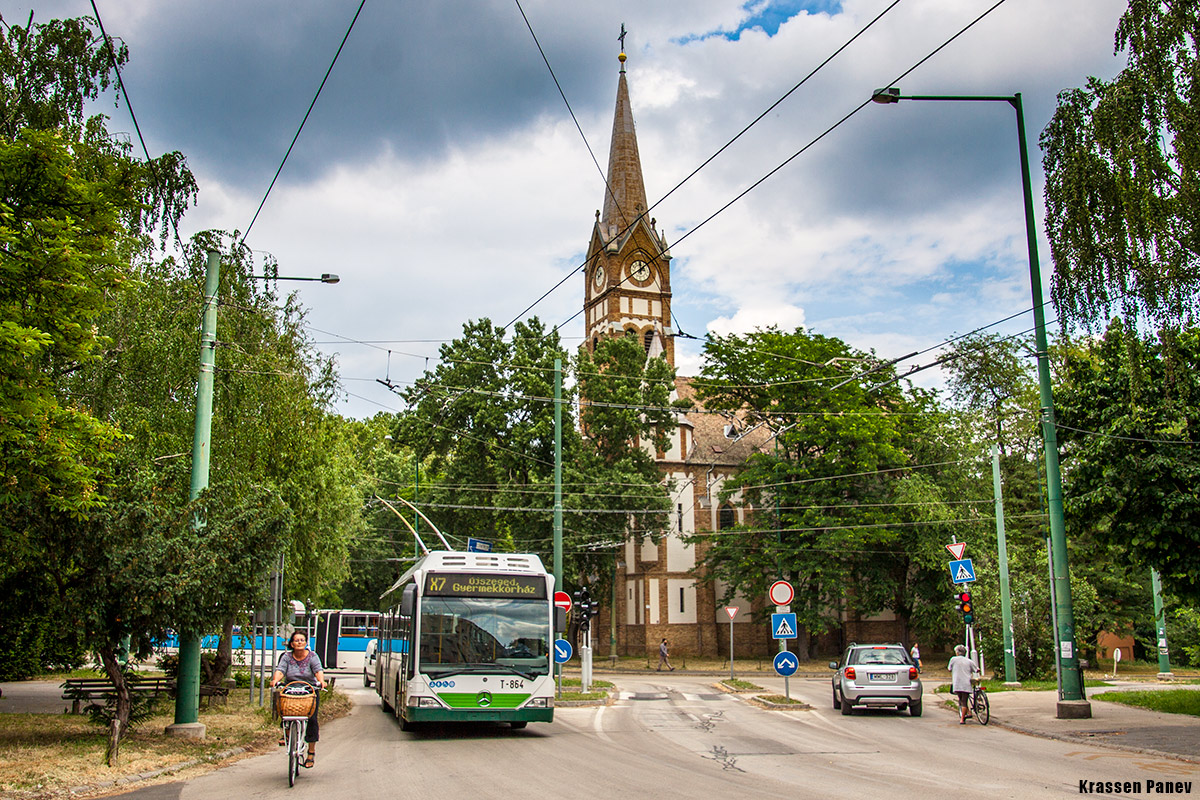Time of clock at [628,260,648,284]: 12:07
